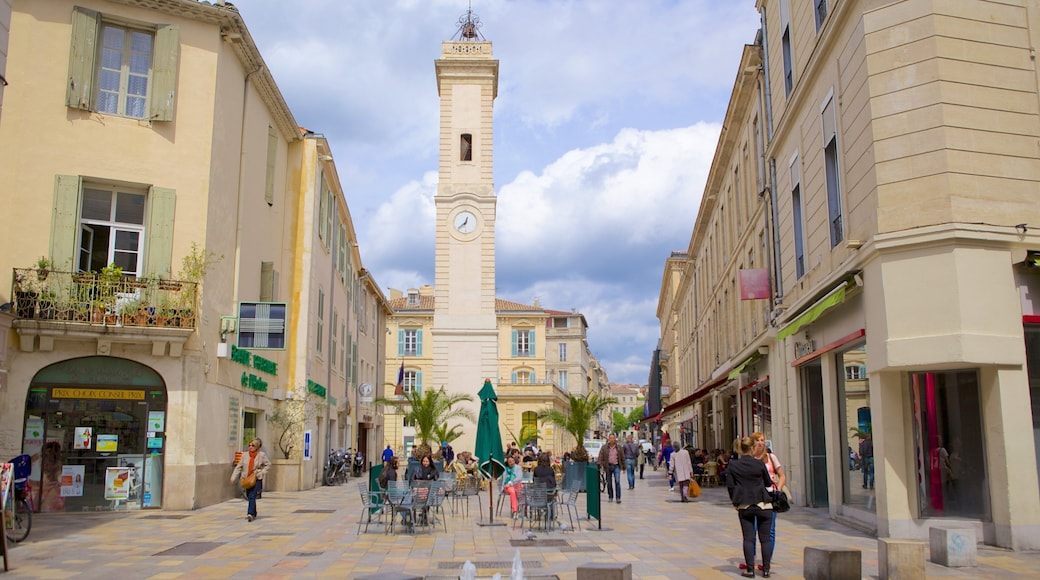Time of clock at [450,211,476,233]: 12:37
